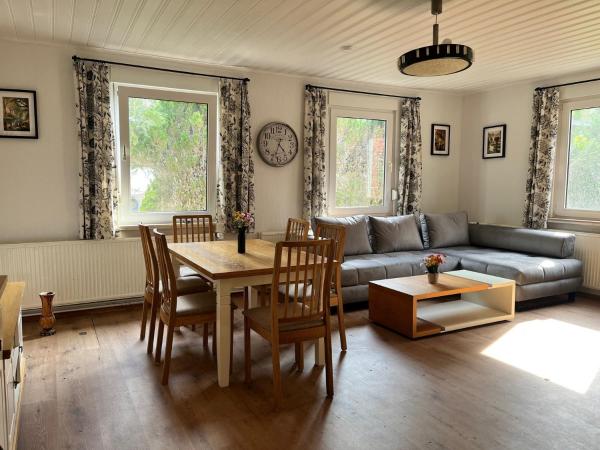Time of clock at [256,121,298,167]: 4:33
